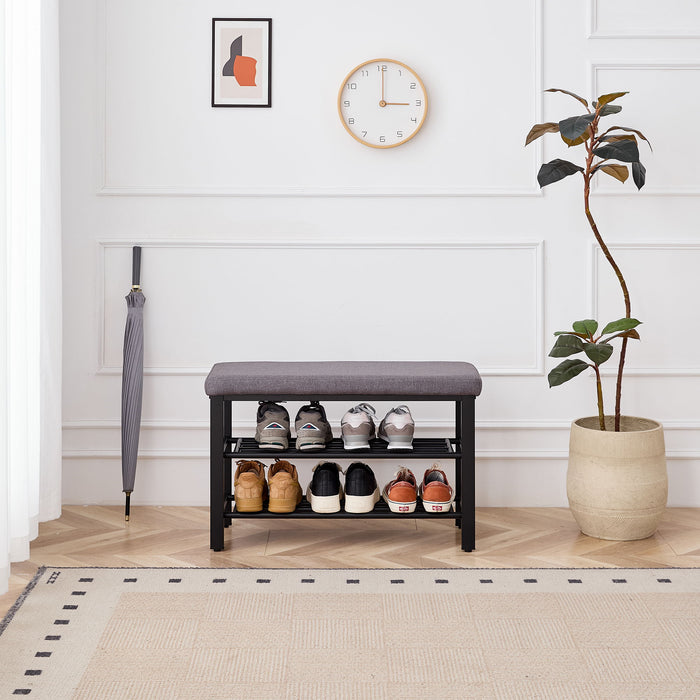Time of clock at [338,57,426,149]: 3:00
